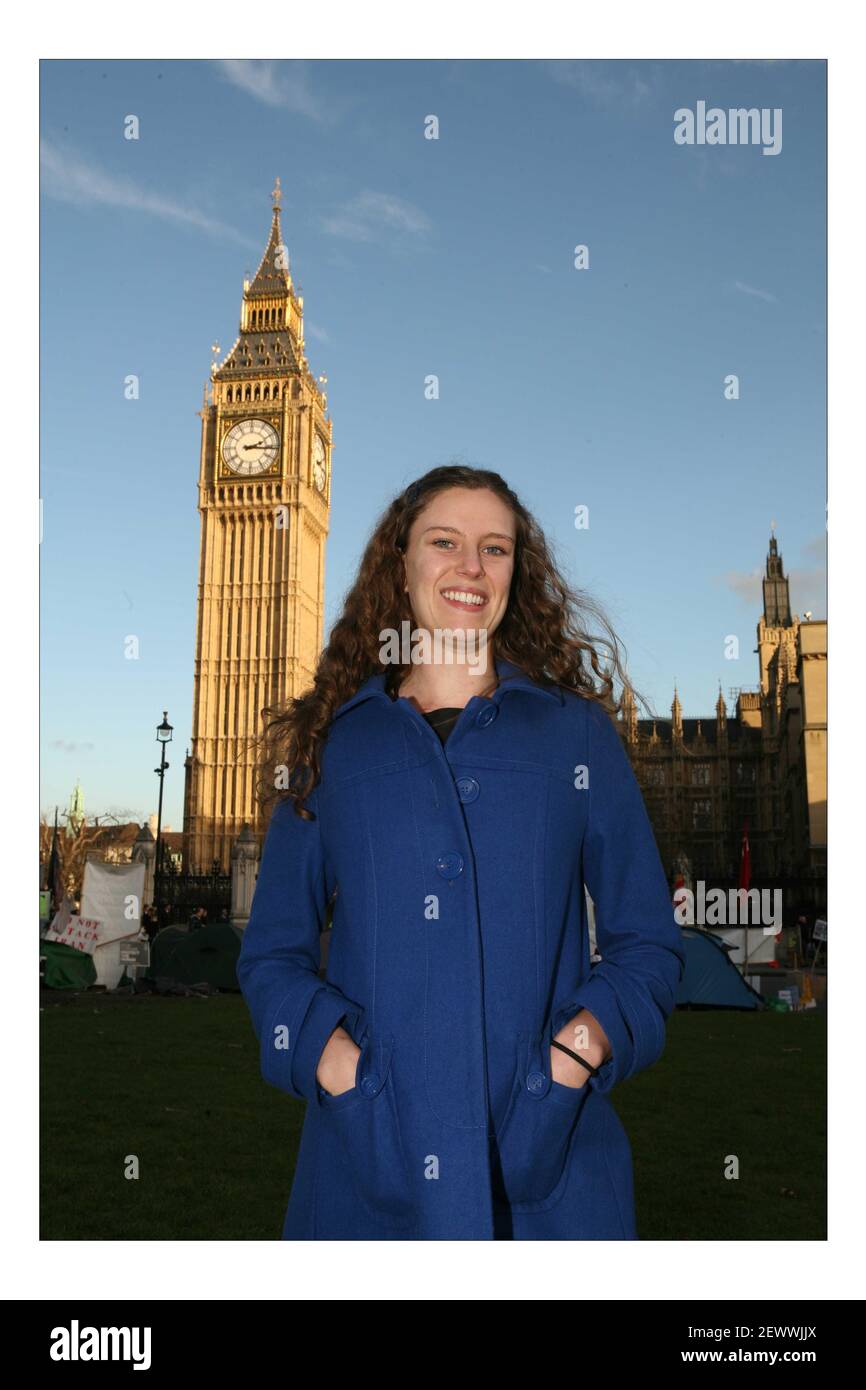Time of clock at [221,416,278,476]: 2:15
